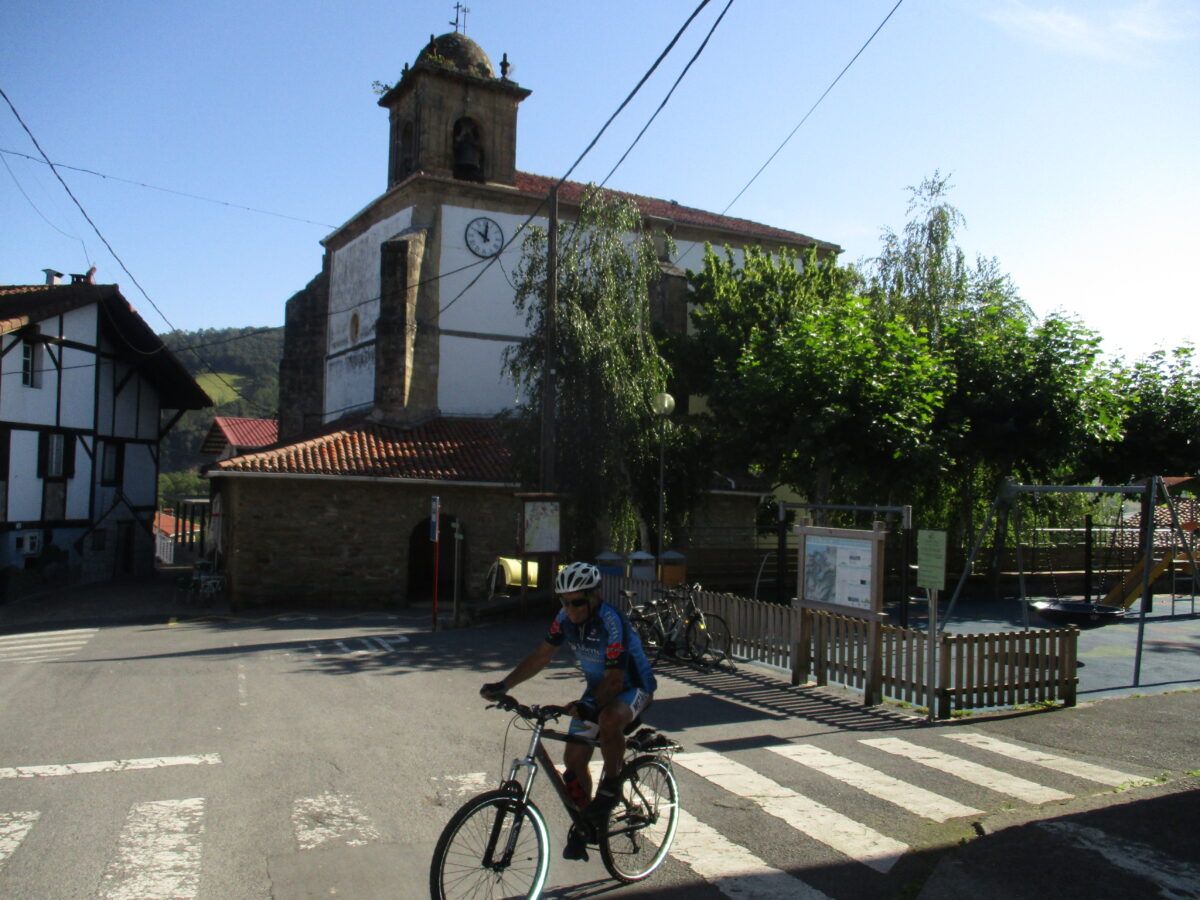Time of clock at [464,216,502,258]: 10:00
